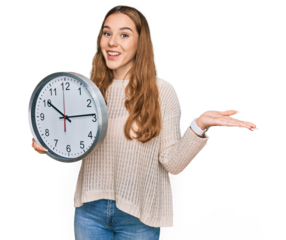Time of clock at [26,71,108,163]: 10:13
